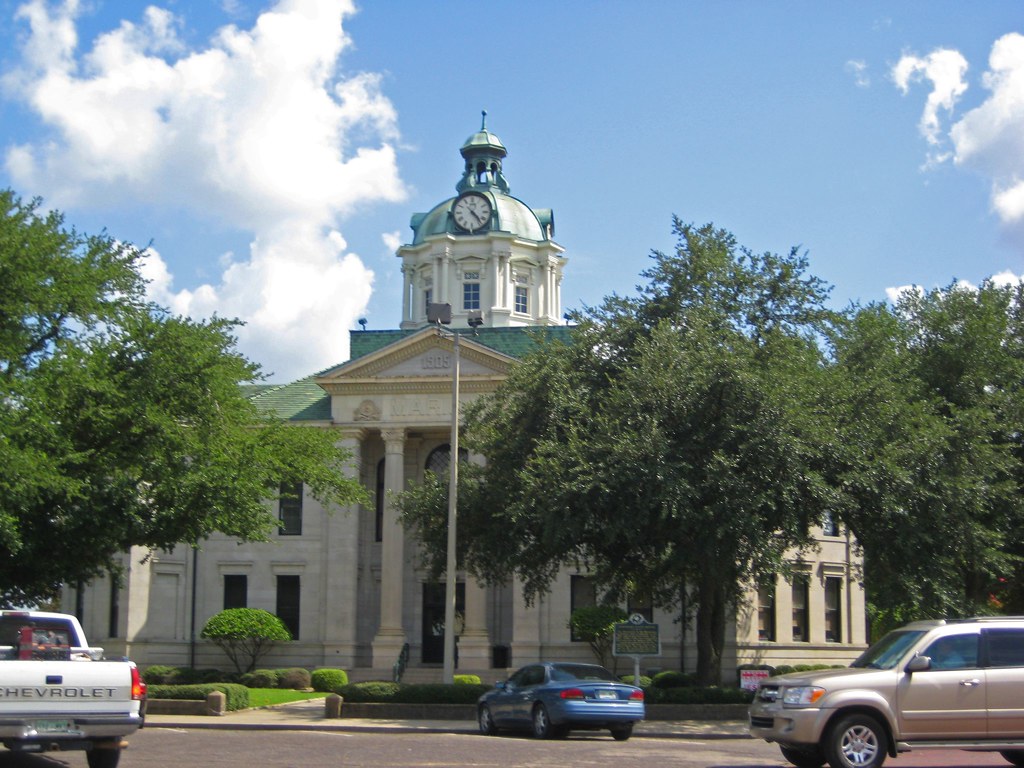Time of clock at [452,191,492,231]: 4:23
